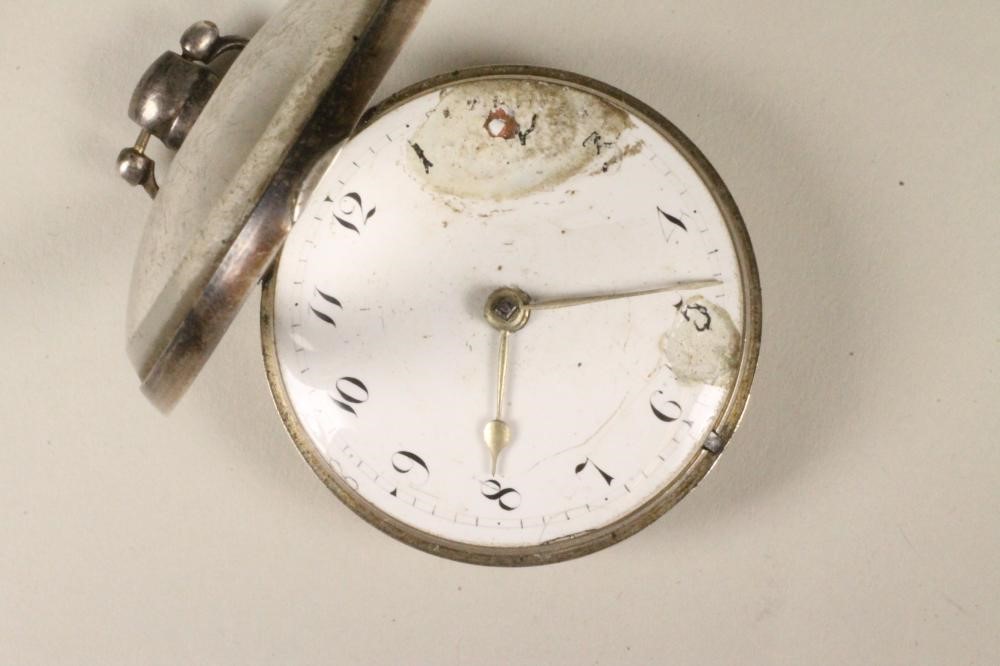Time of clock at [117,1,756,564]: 6:13
